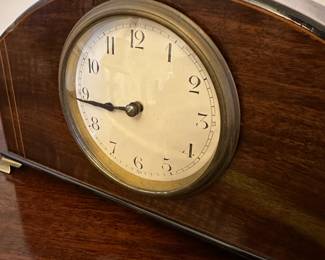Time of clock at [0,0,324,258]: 8:44
